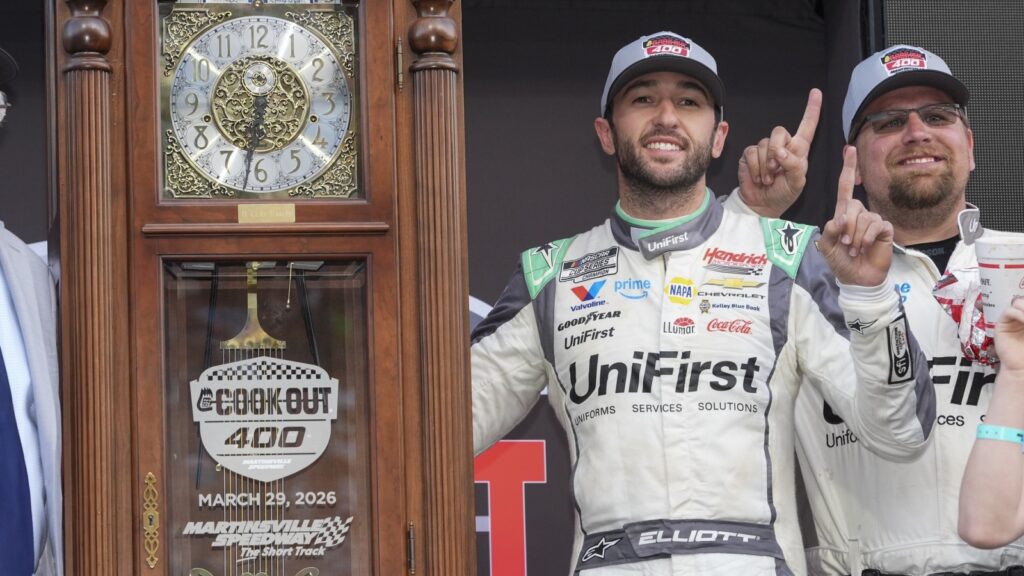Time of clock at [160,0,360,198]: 6:32
